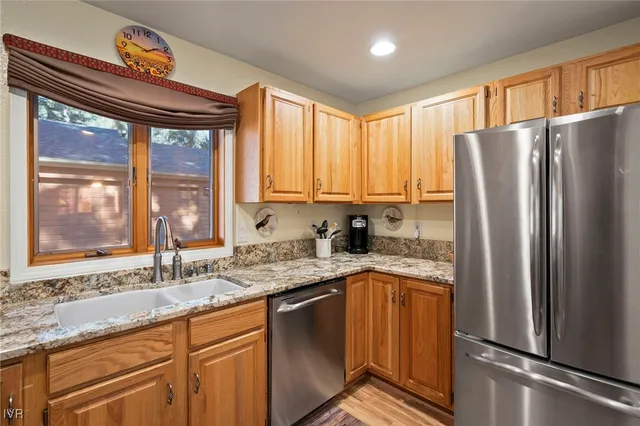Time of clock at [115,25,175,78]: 1:47
